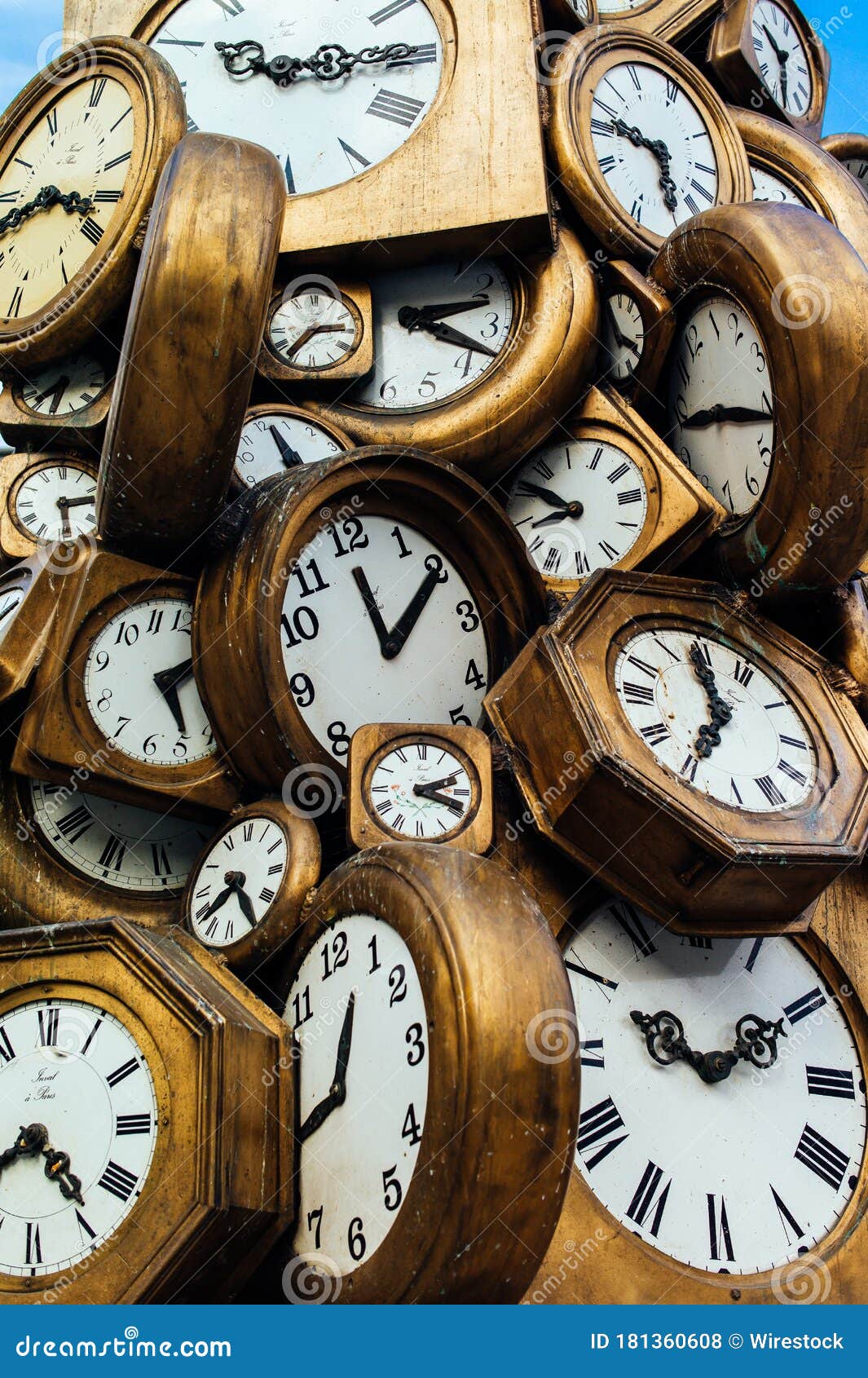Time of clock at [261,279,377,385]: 7:14
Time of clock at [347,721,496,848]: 2:18
